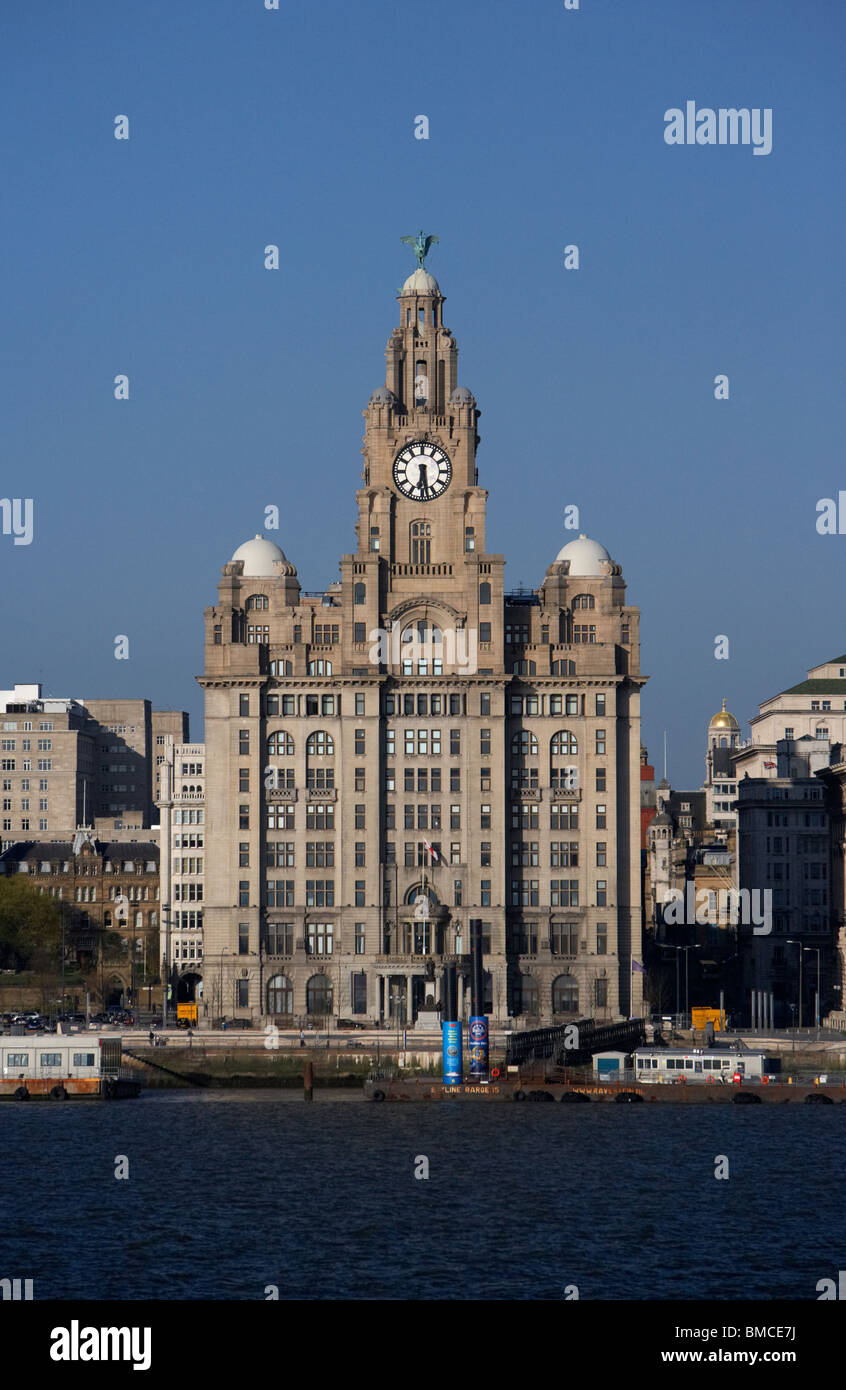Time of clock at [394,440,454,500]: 6:28
